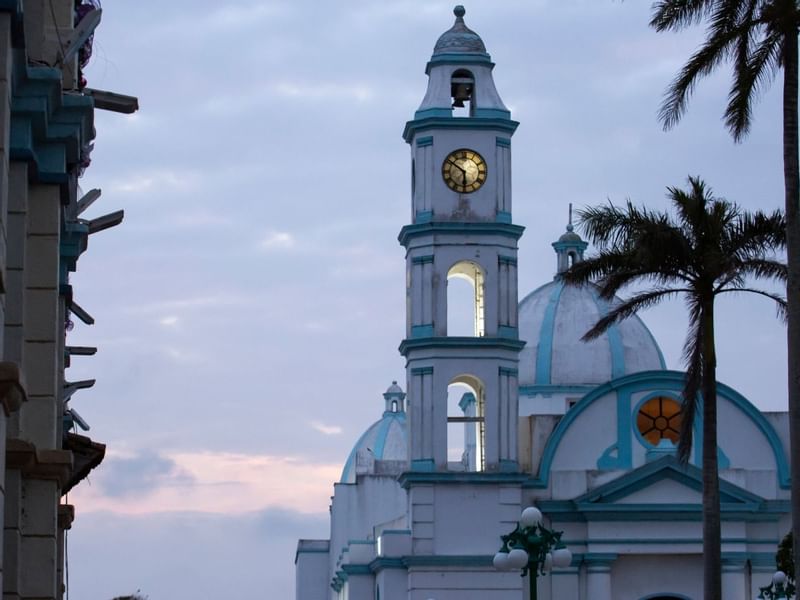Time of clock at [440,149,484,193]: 5:51
